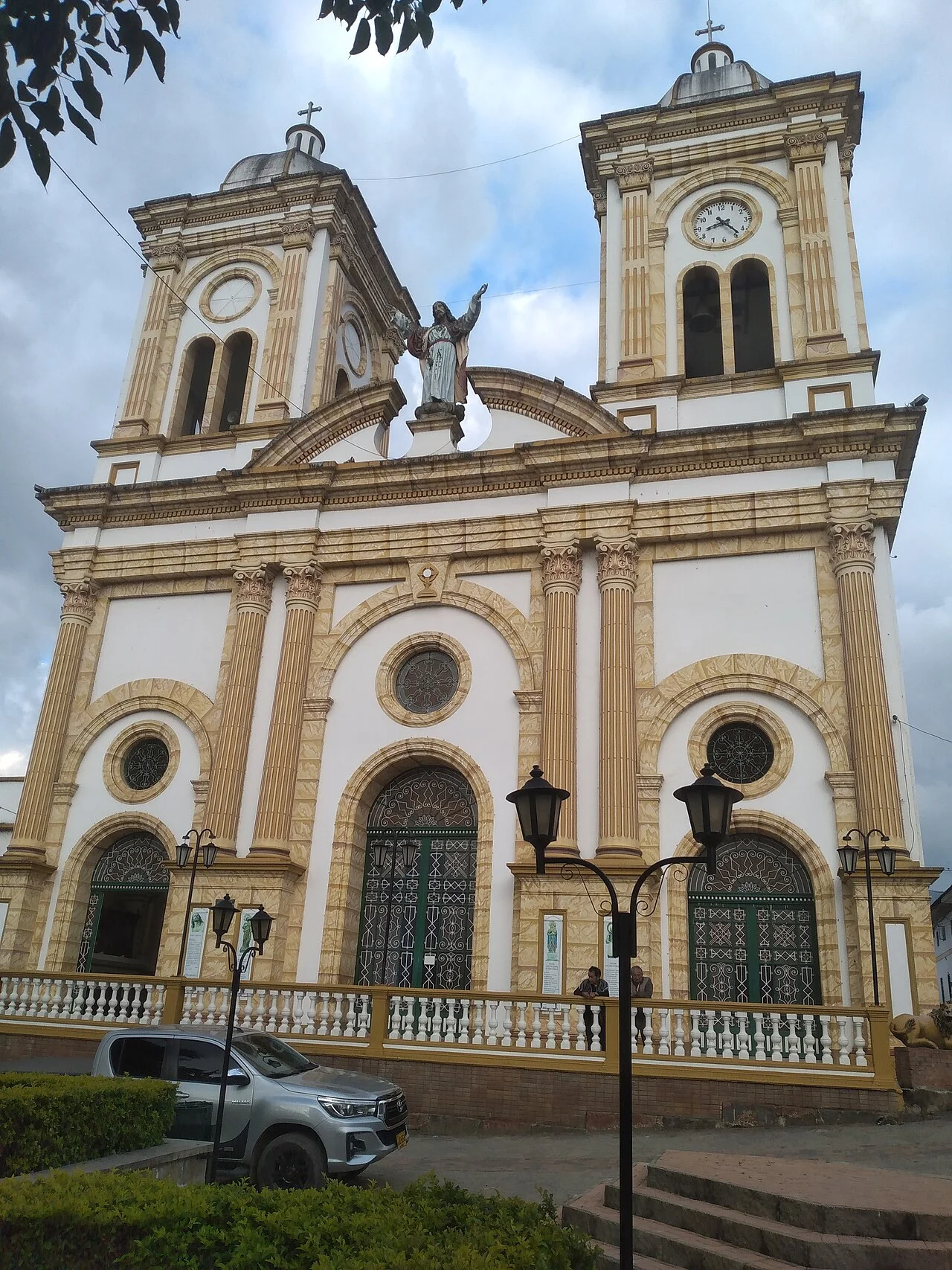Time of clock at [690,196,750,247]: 8:23
